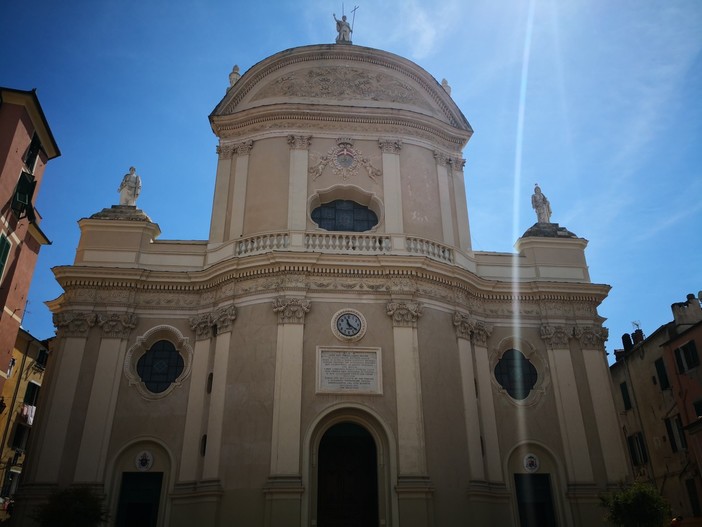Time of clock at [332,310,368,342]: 11:20
